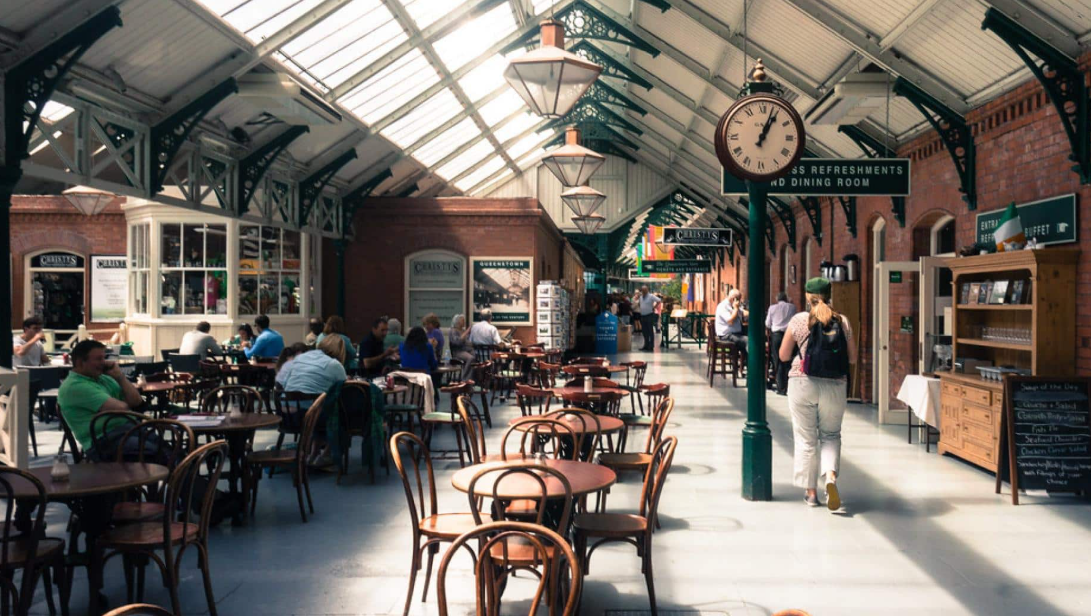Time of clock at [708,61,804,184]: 1:03
